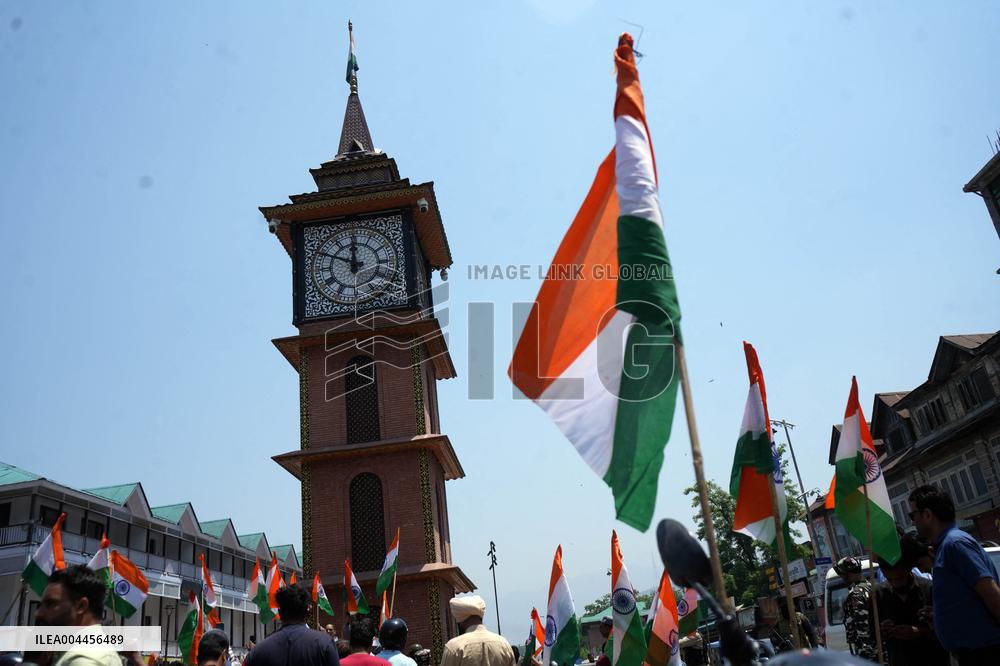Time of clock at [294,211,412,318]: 11:49
